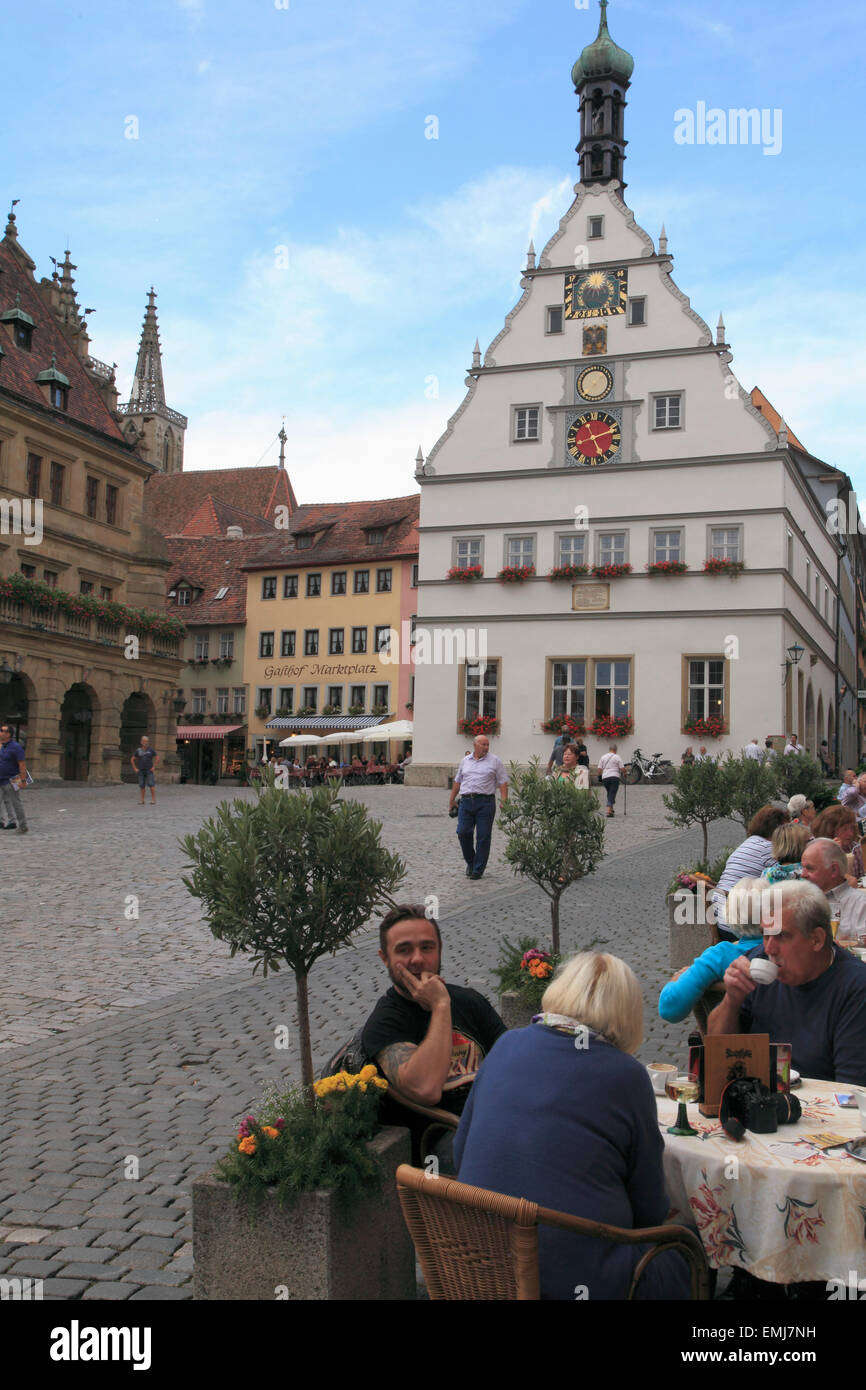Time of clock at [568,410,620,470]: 5:11
